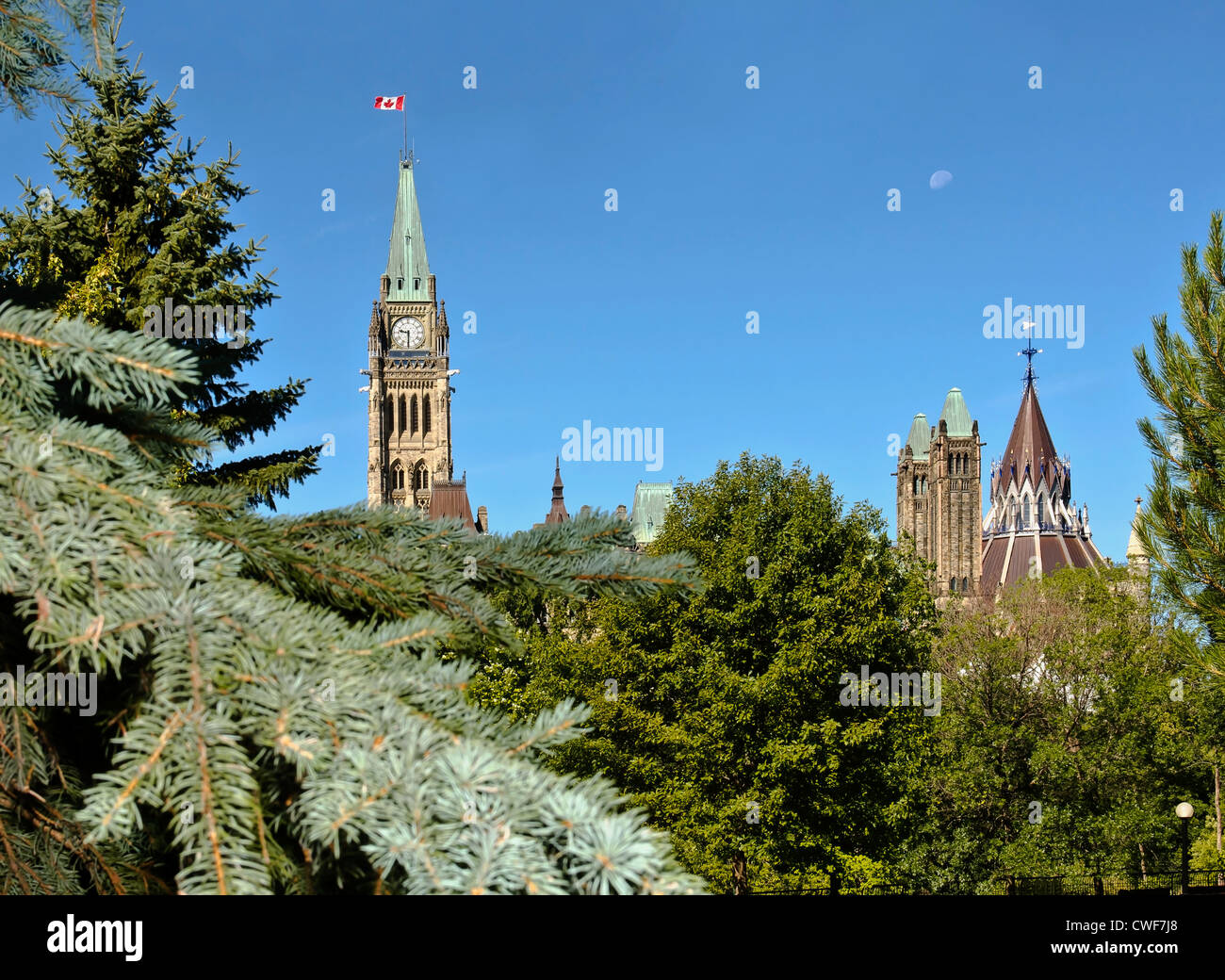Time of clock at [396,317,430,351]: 9:30
